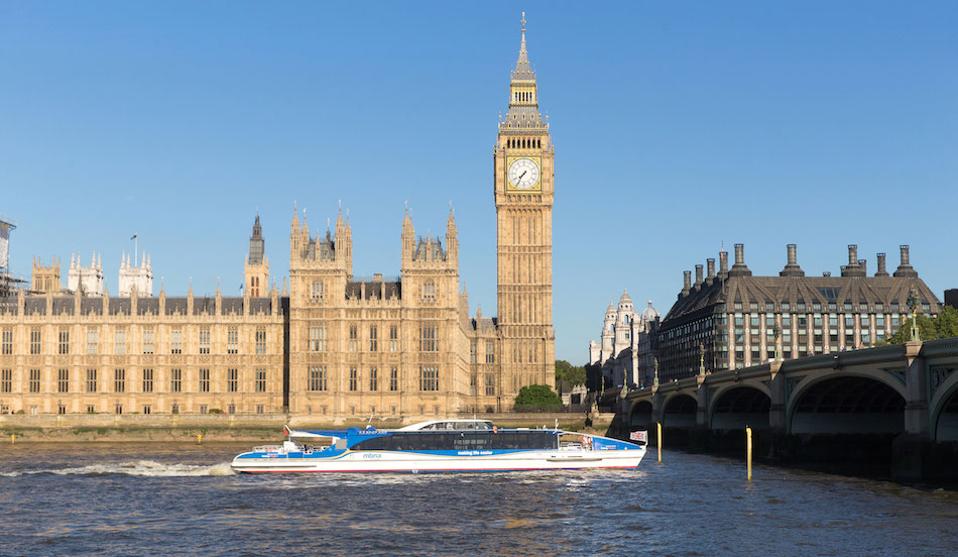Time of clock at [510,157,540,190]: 7:35
